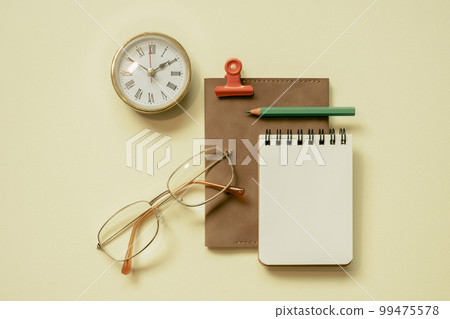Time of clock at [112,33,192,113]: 2:09
